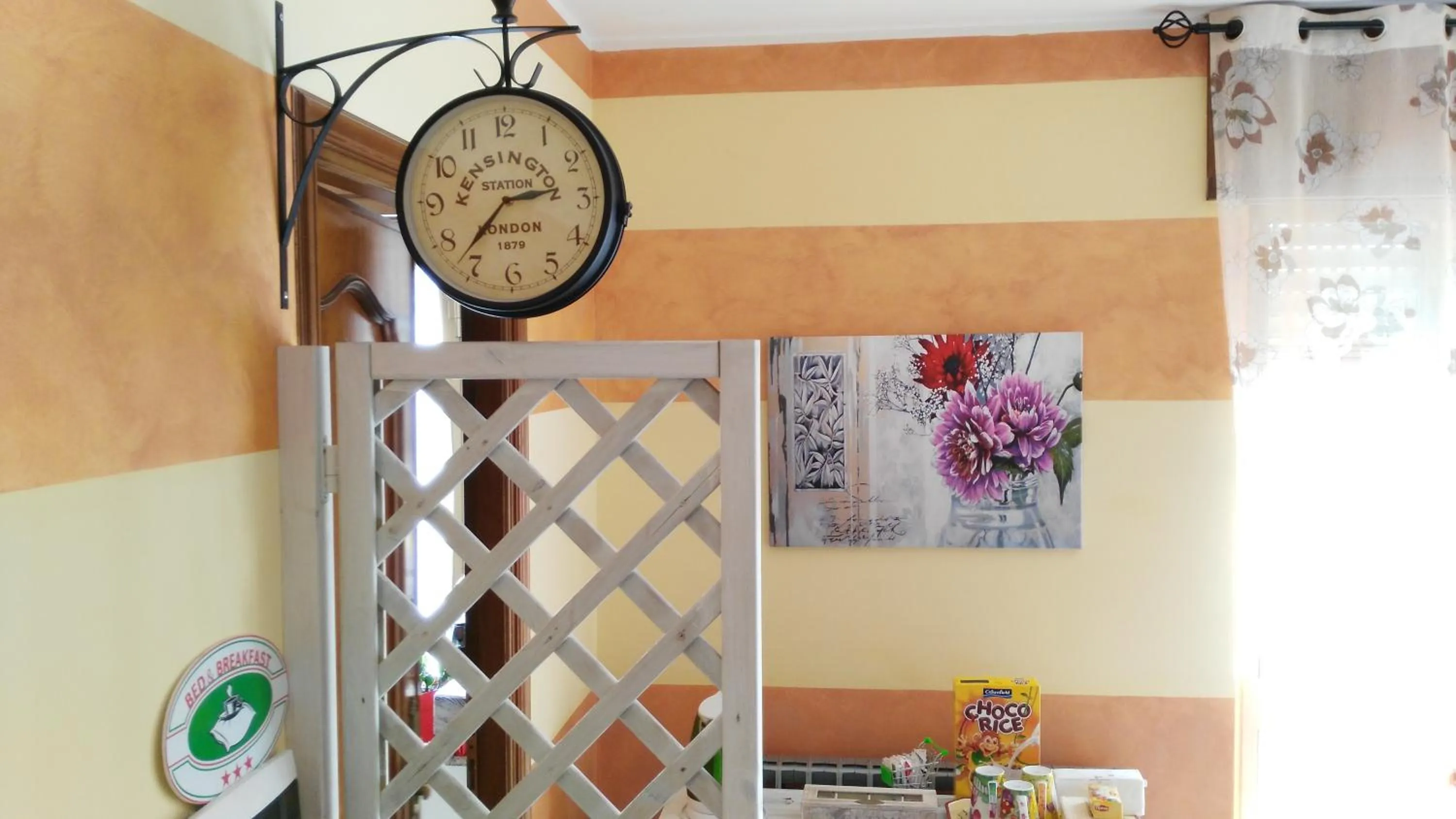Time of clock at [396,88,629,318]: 2:36
